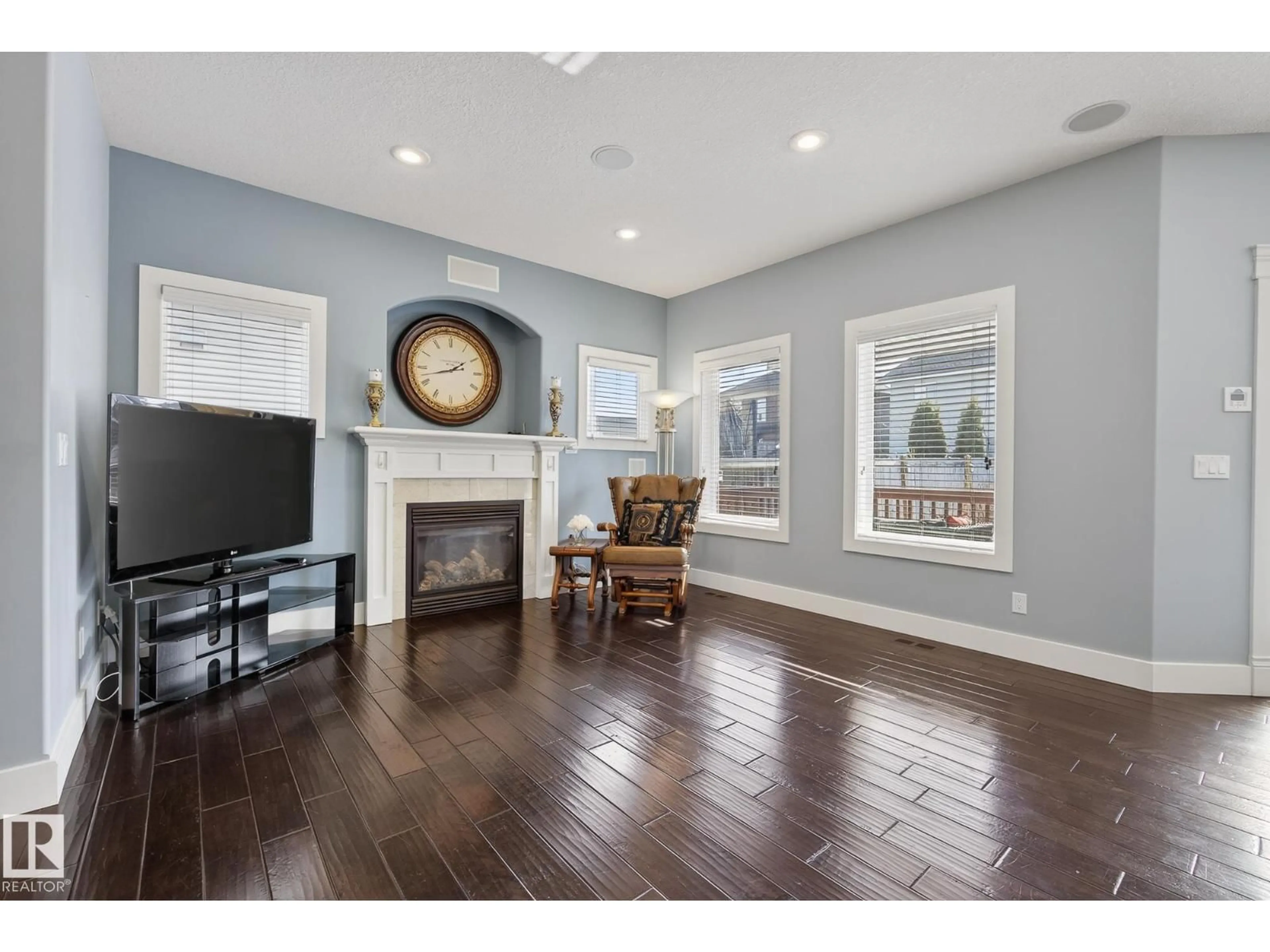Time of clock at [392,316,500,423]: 1:42
